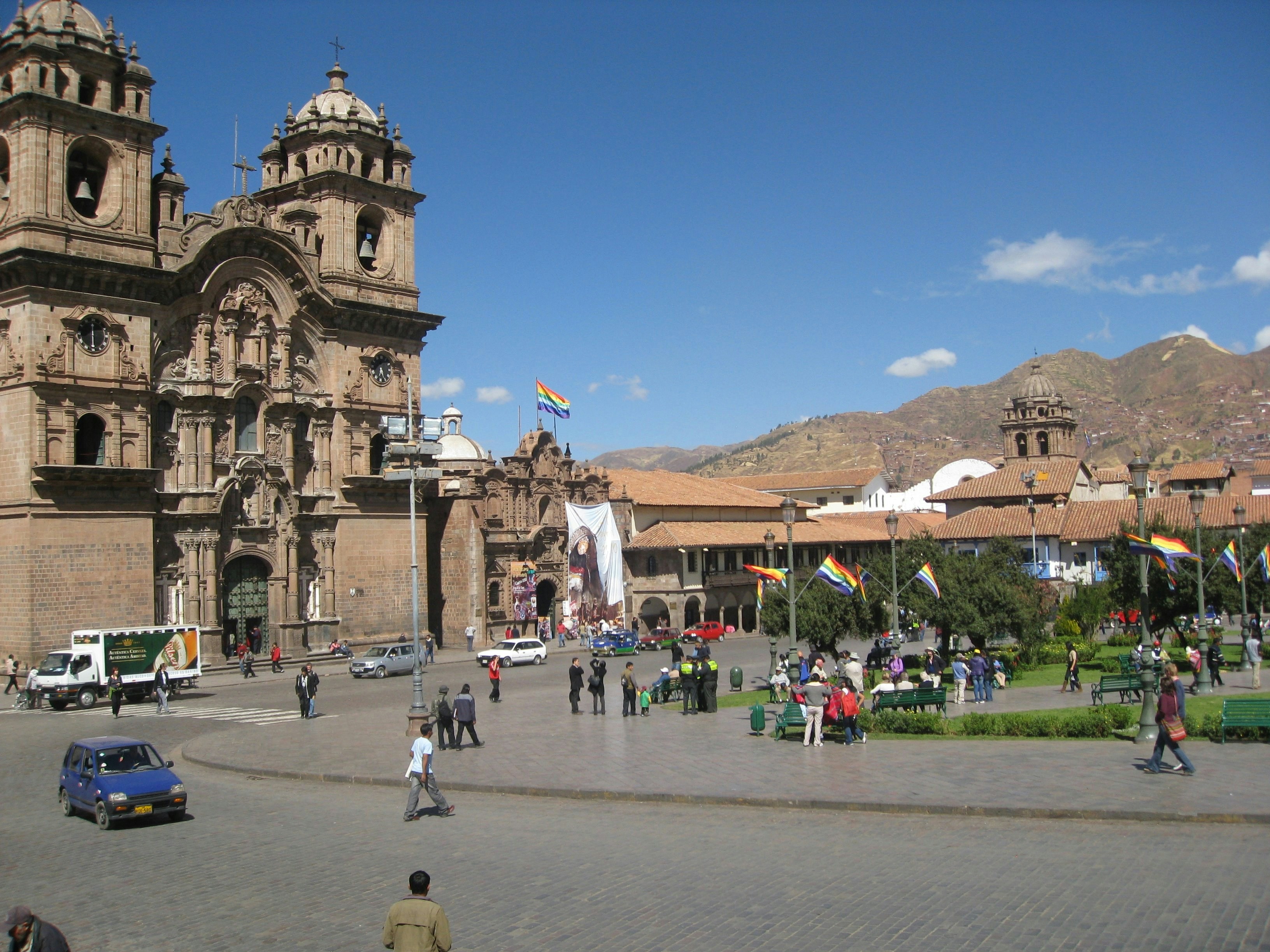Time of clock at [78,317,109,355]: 5:59
